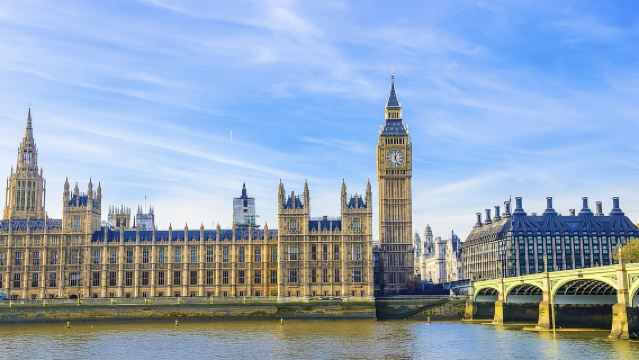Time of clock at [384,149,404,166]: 12:26
